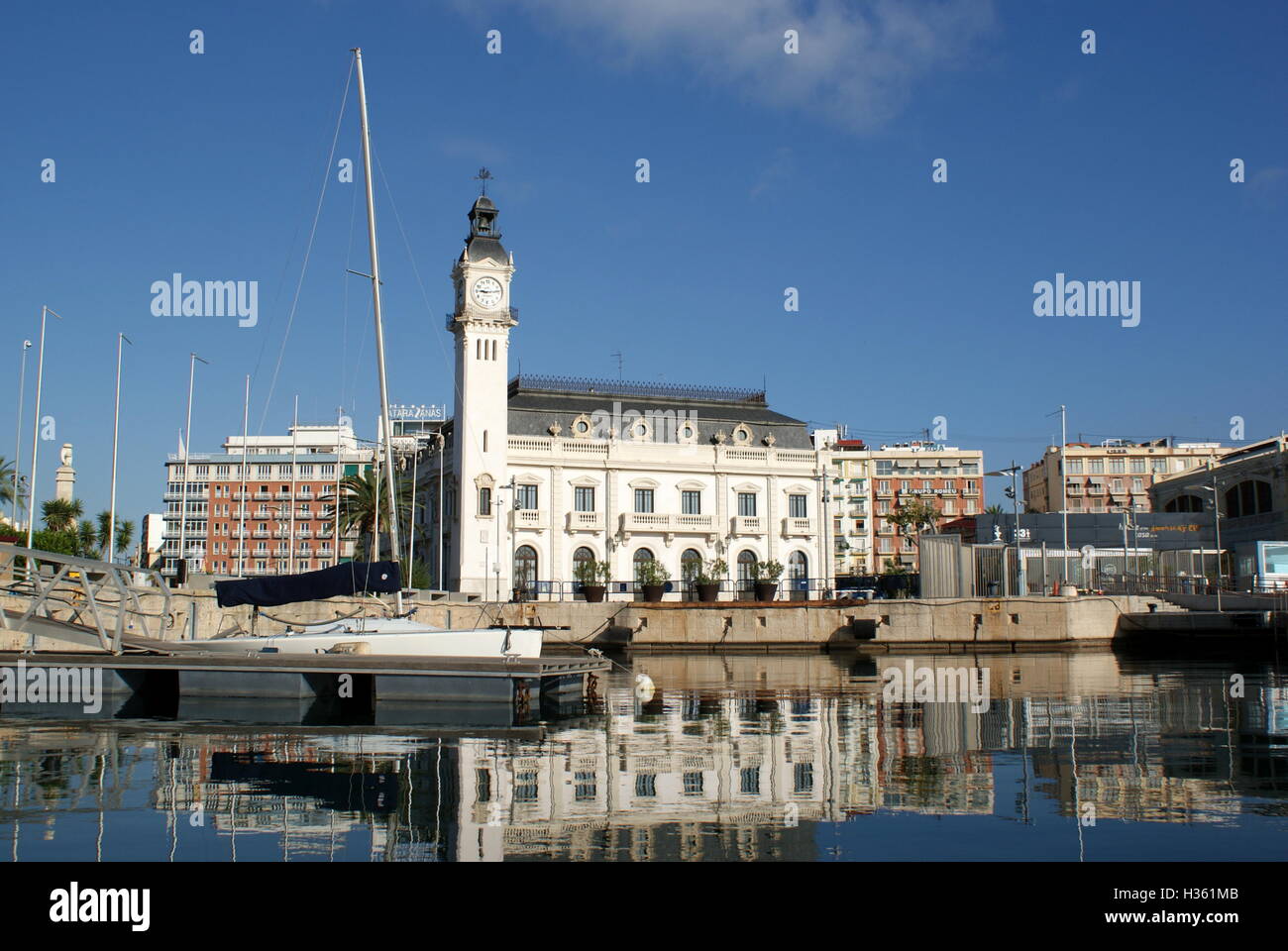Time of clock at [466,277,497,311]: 9:13
